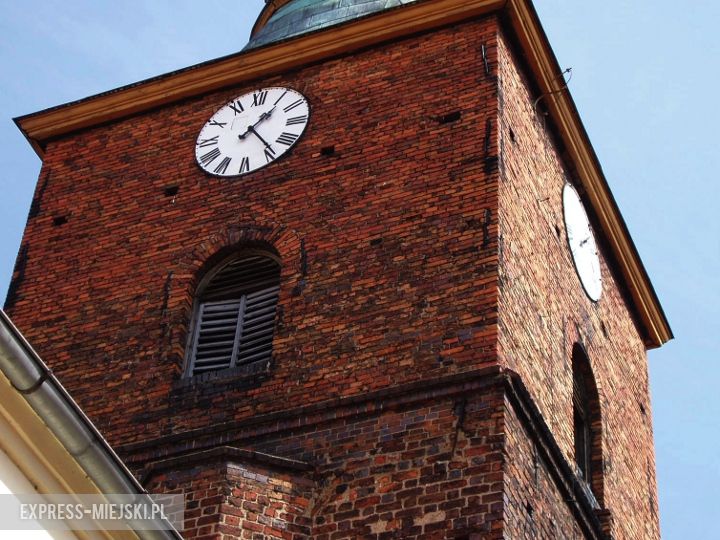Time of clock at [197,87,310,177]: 1:23
